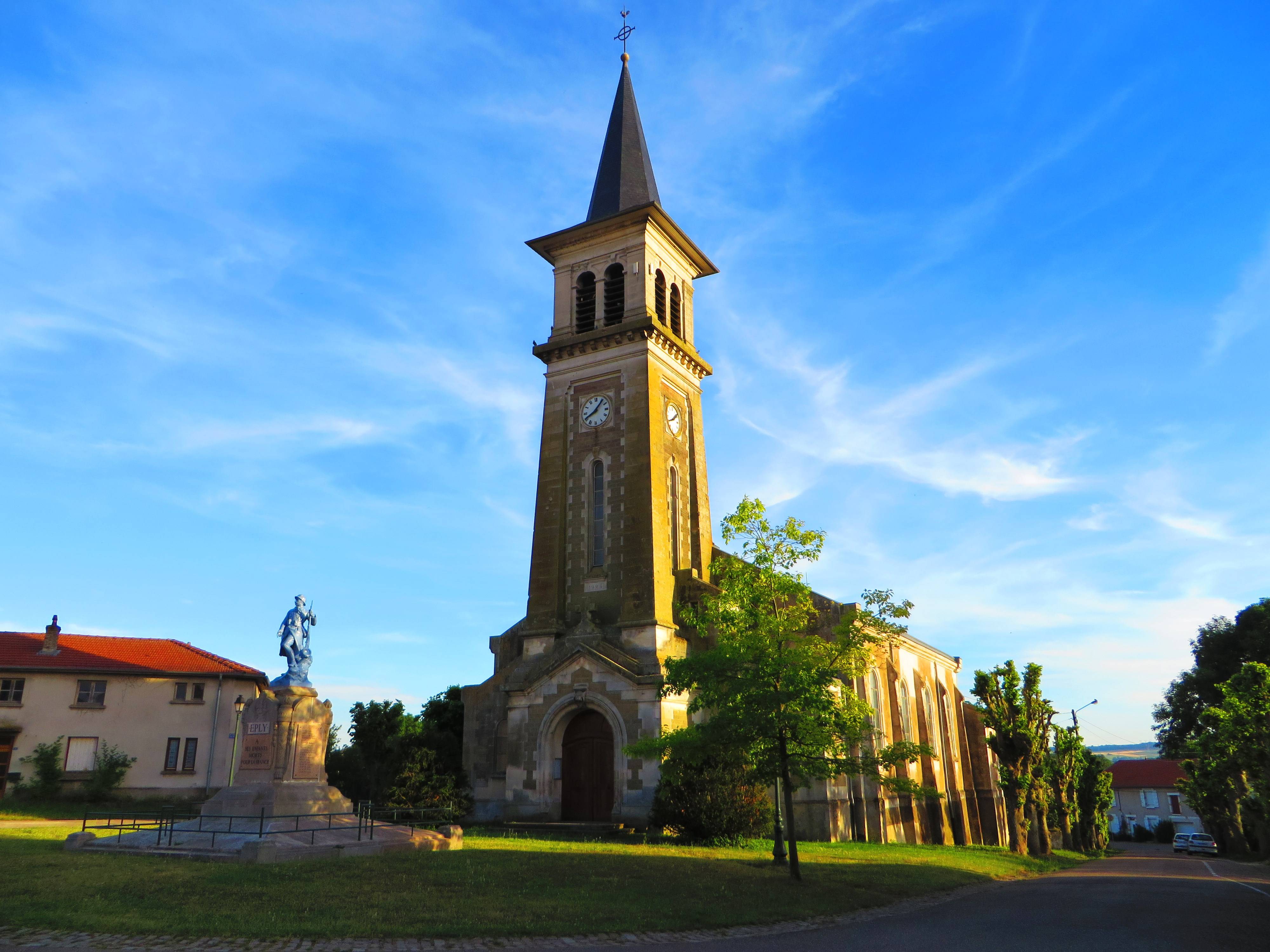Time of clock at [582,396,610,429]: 8:06
